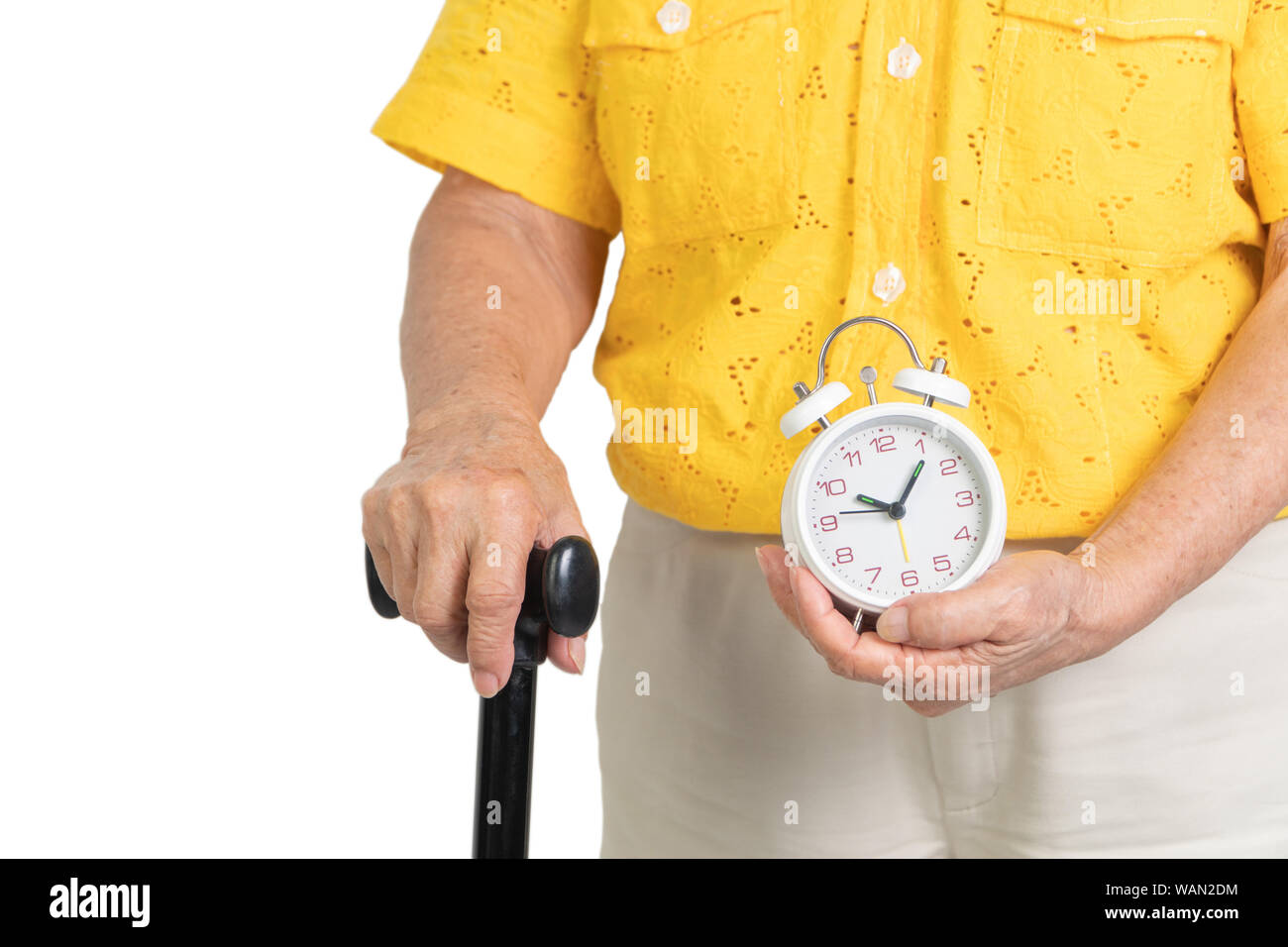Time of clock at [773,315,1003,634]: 10:06
